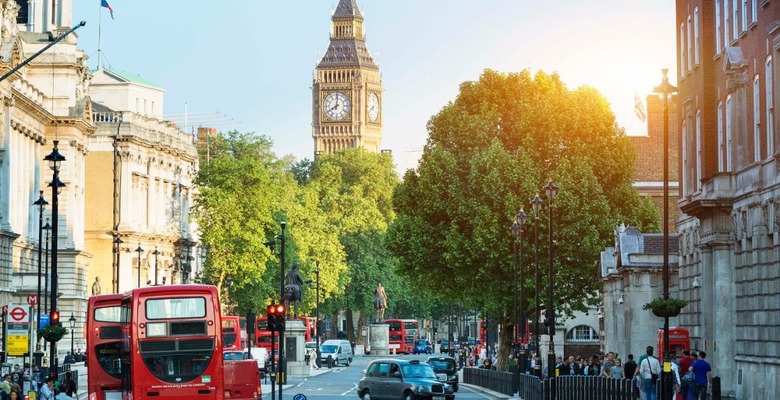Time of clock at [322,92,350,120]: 8:01
